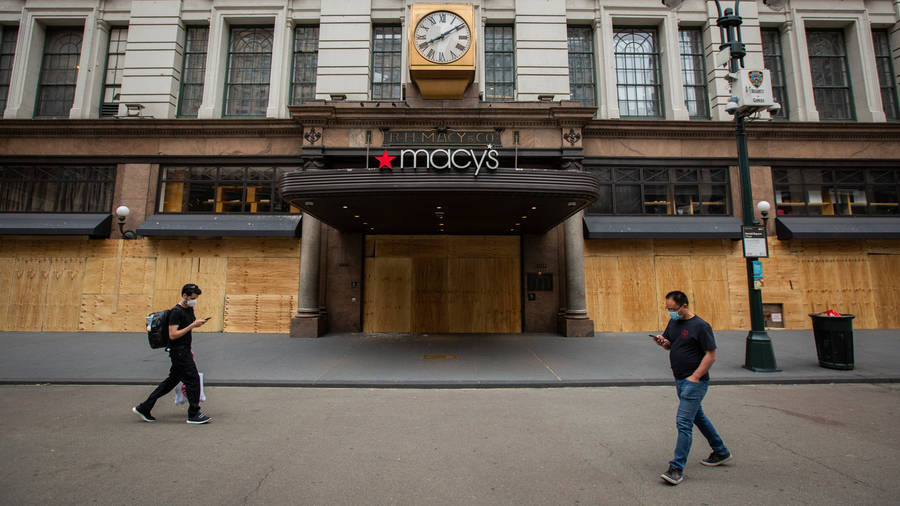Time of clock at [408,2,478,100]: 8:09
